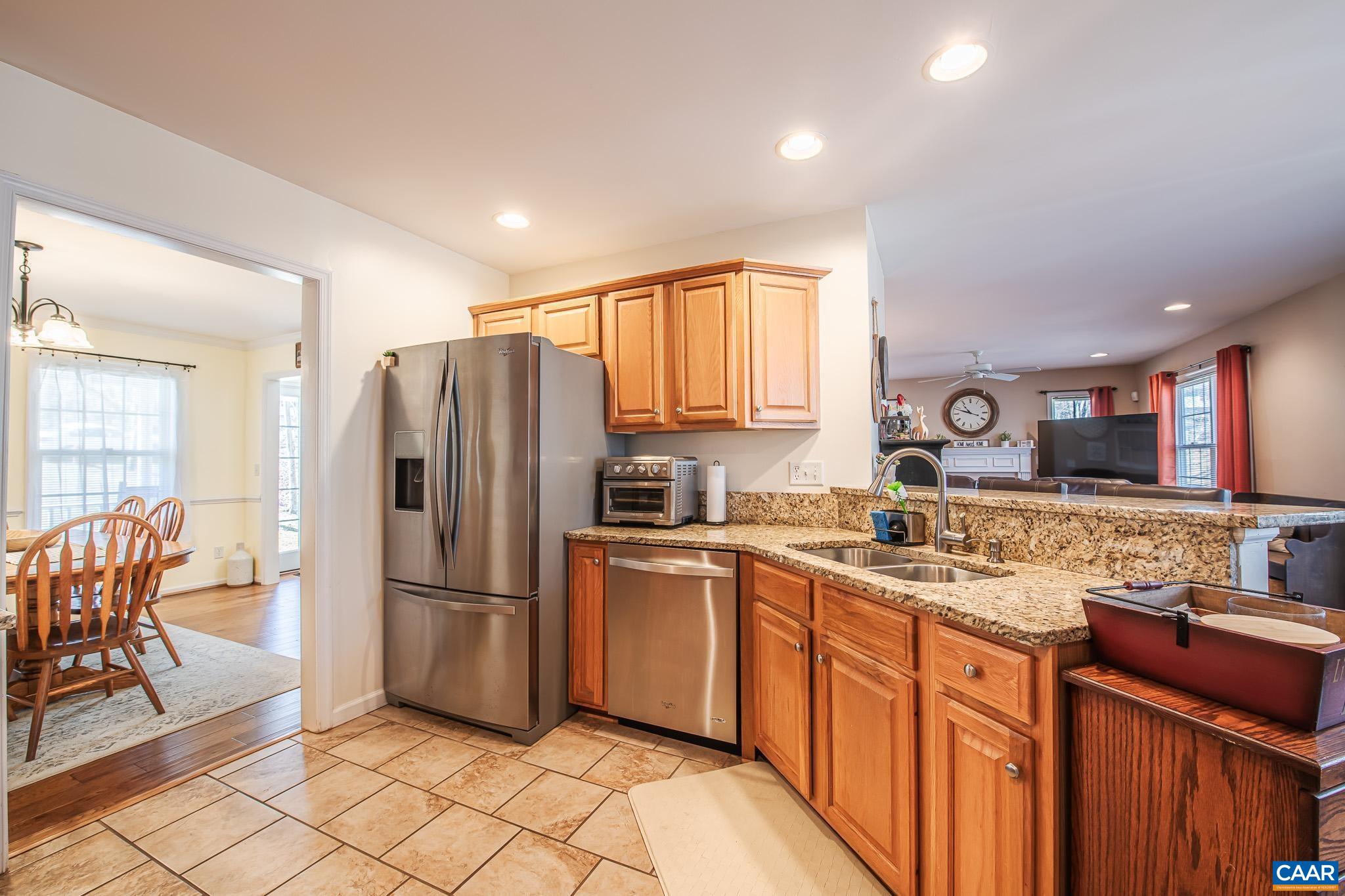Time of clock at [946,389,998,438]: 10:48
